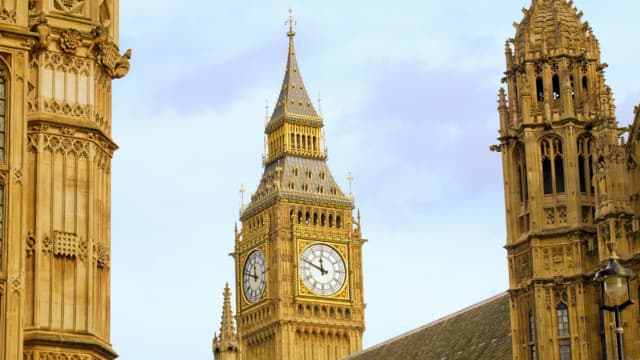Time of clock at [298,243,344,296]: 11:48
